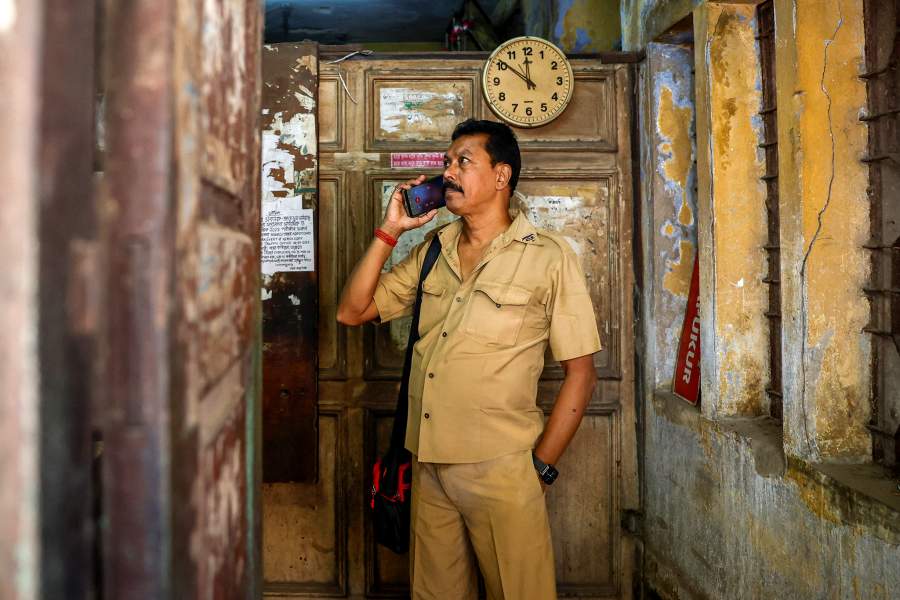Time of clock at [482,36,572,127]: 11:51
